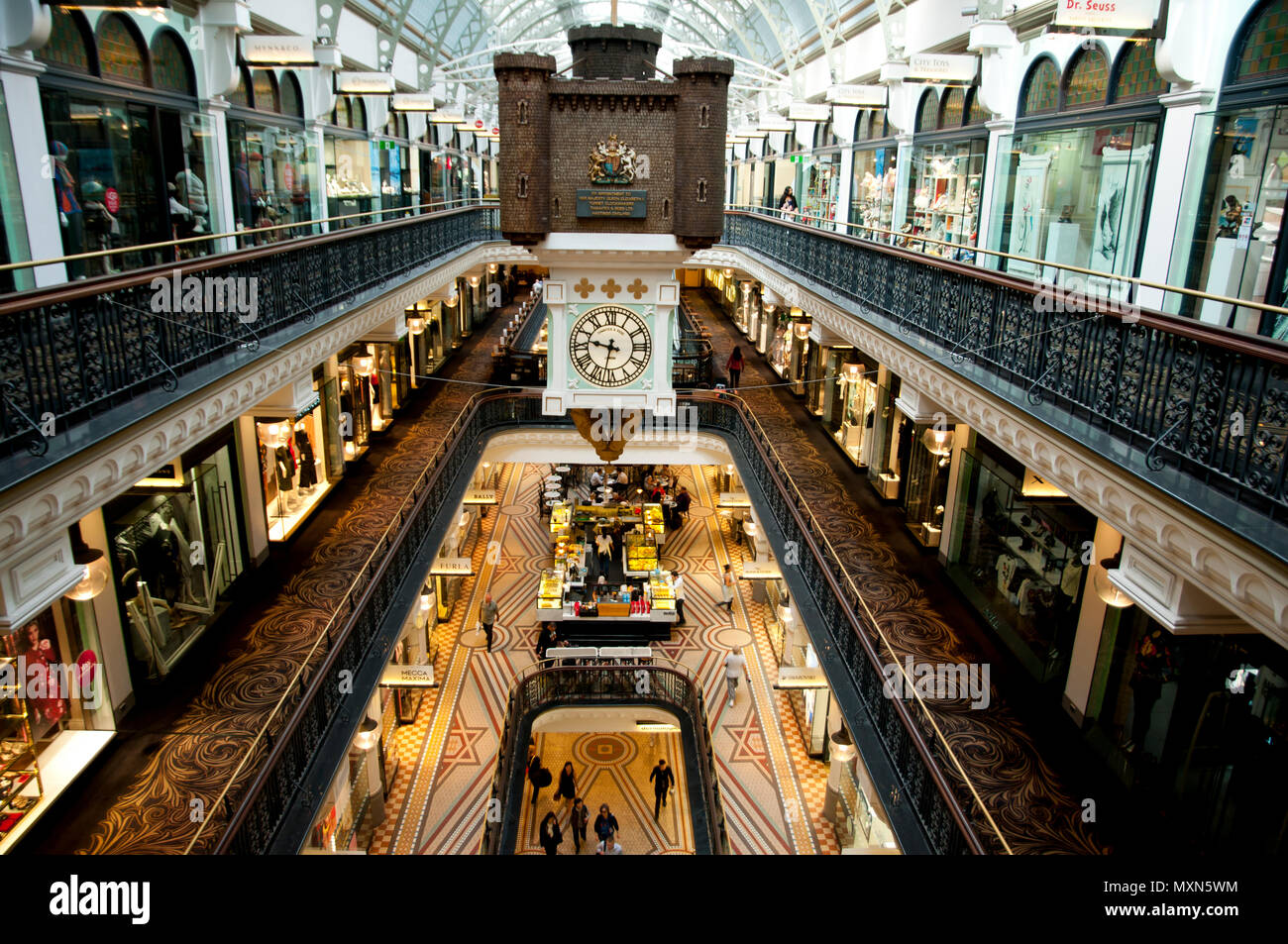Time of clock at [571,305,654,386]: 9:32
